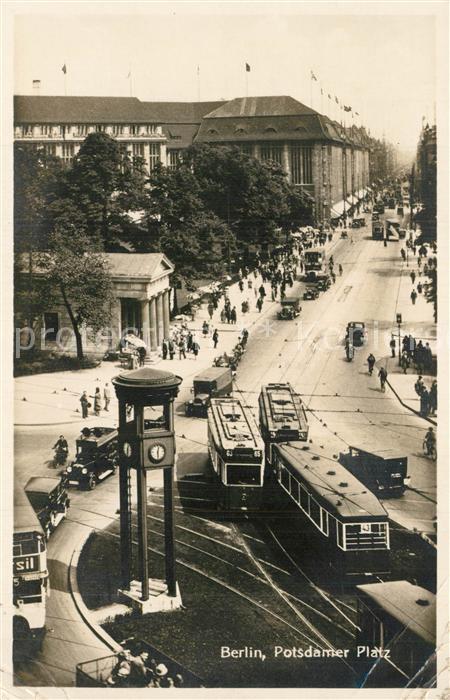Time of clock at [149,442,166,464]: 12:28
